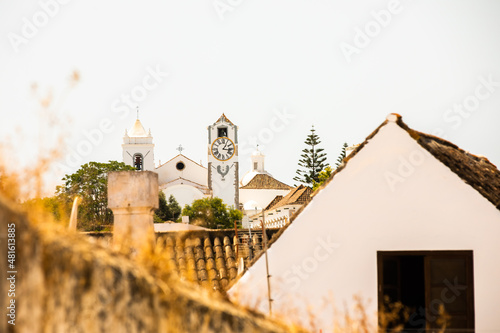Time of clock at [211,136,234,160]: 1:16
